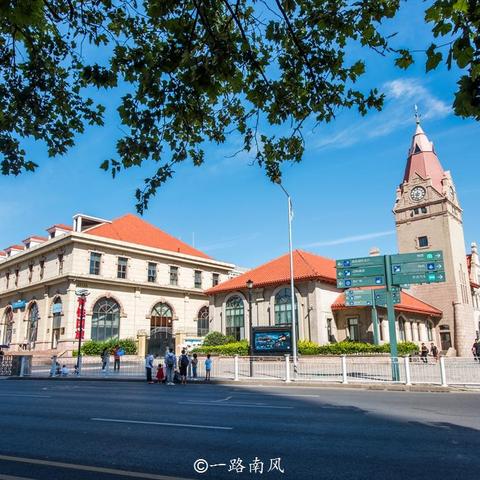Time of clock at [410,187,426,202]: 8:32
